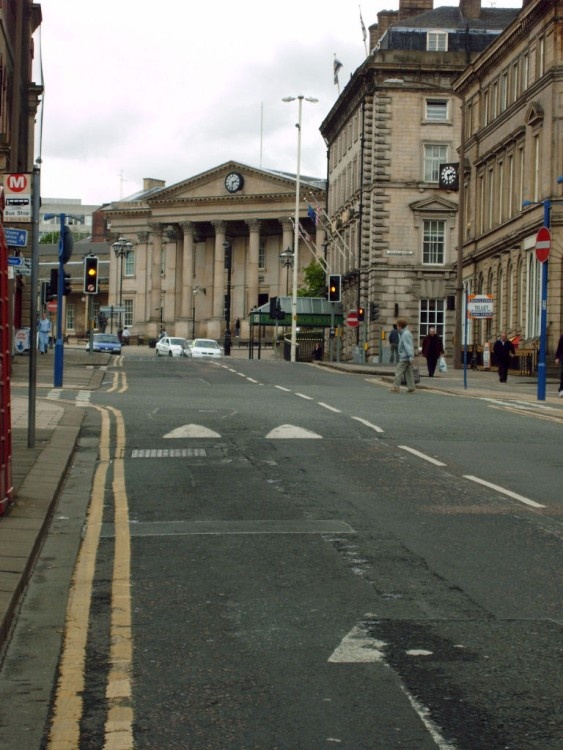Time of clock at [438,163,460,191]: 2:29
